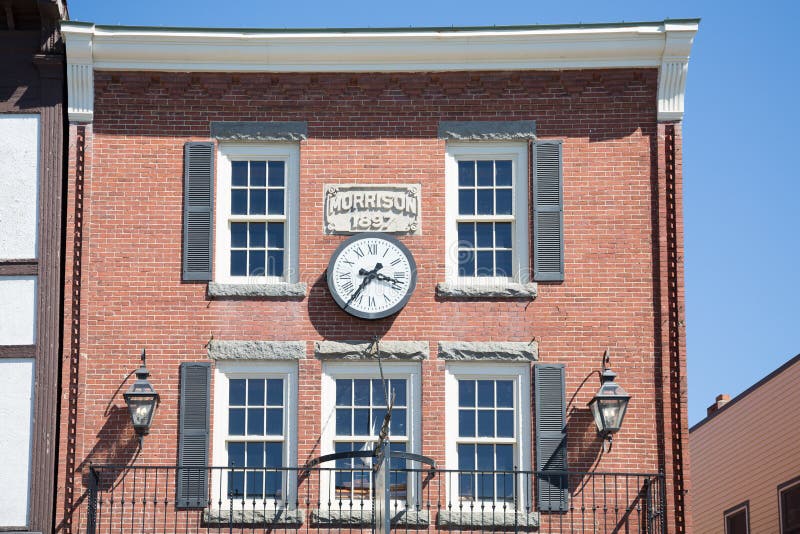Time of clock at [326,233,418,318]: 7:17
